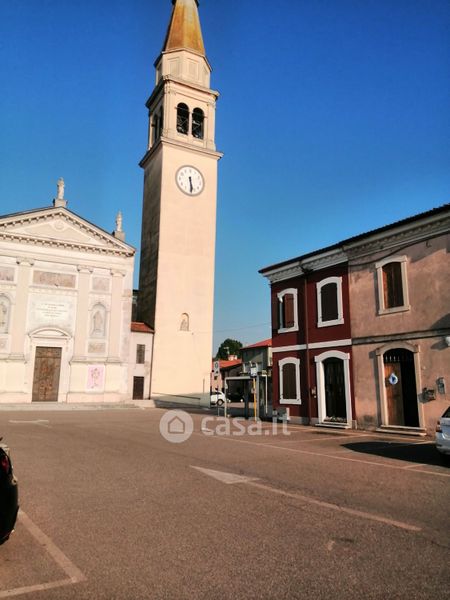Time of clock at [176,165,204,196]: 5:29
